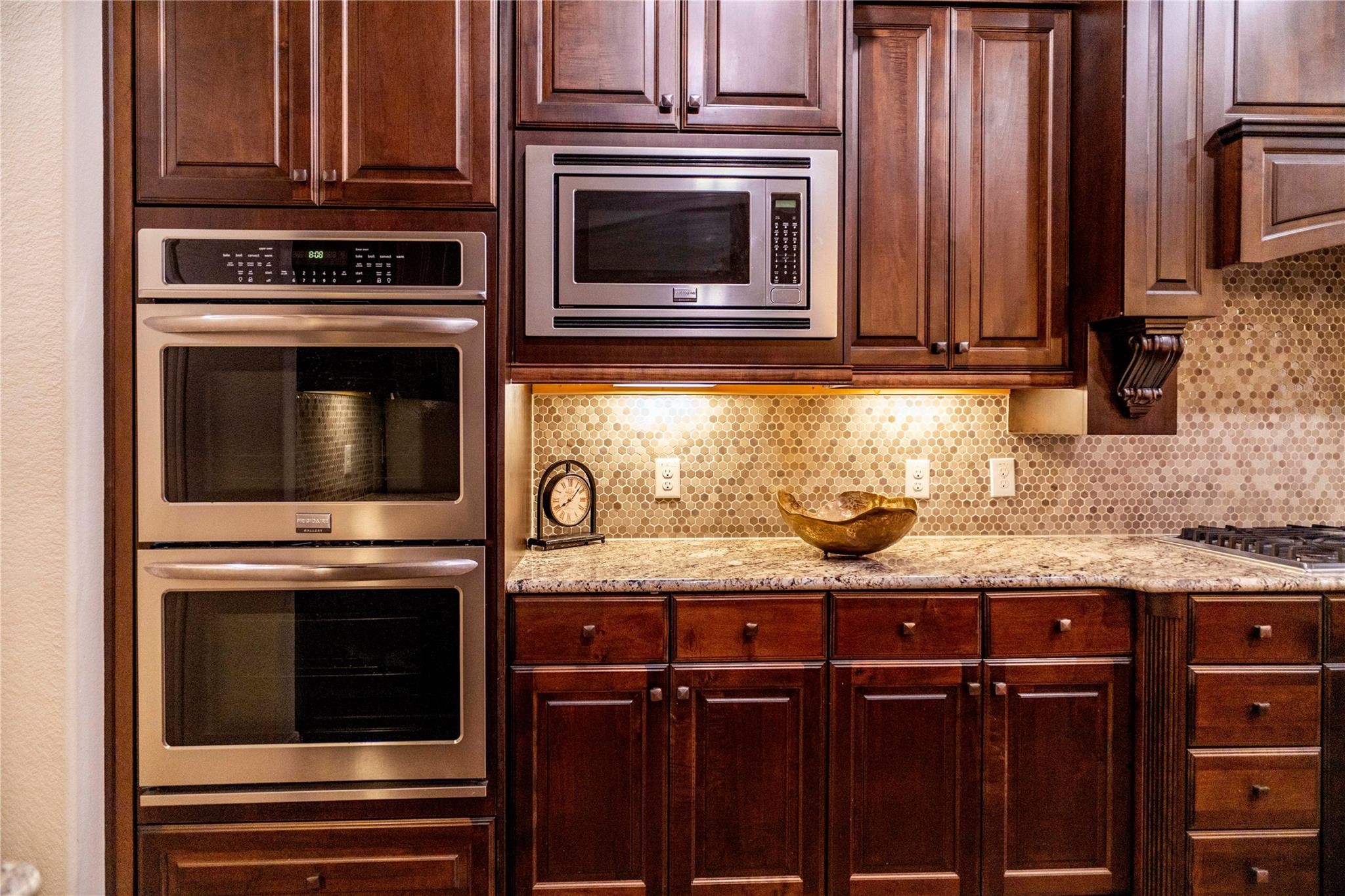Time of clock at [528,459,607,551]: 8:07
